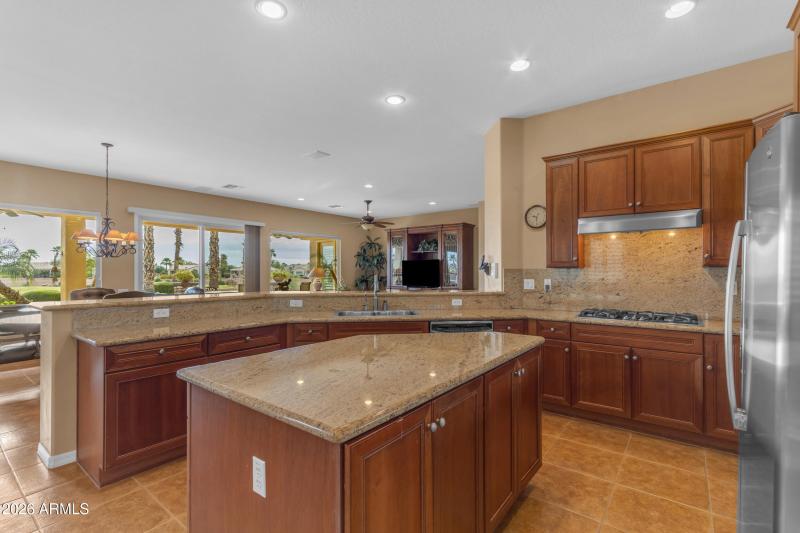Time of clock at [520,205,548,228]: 9:28
